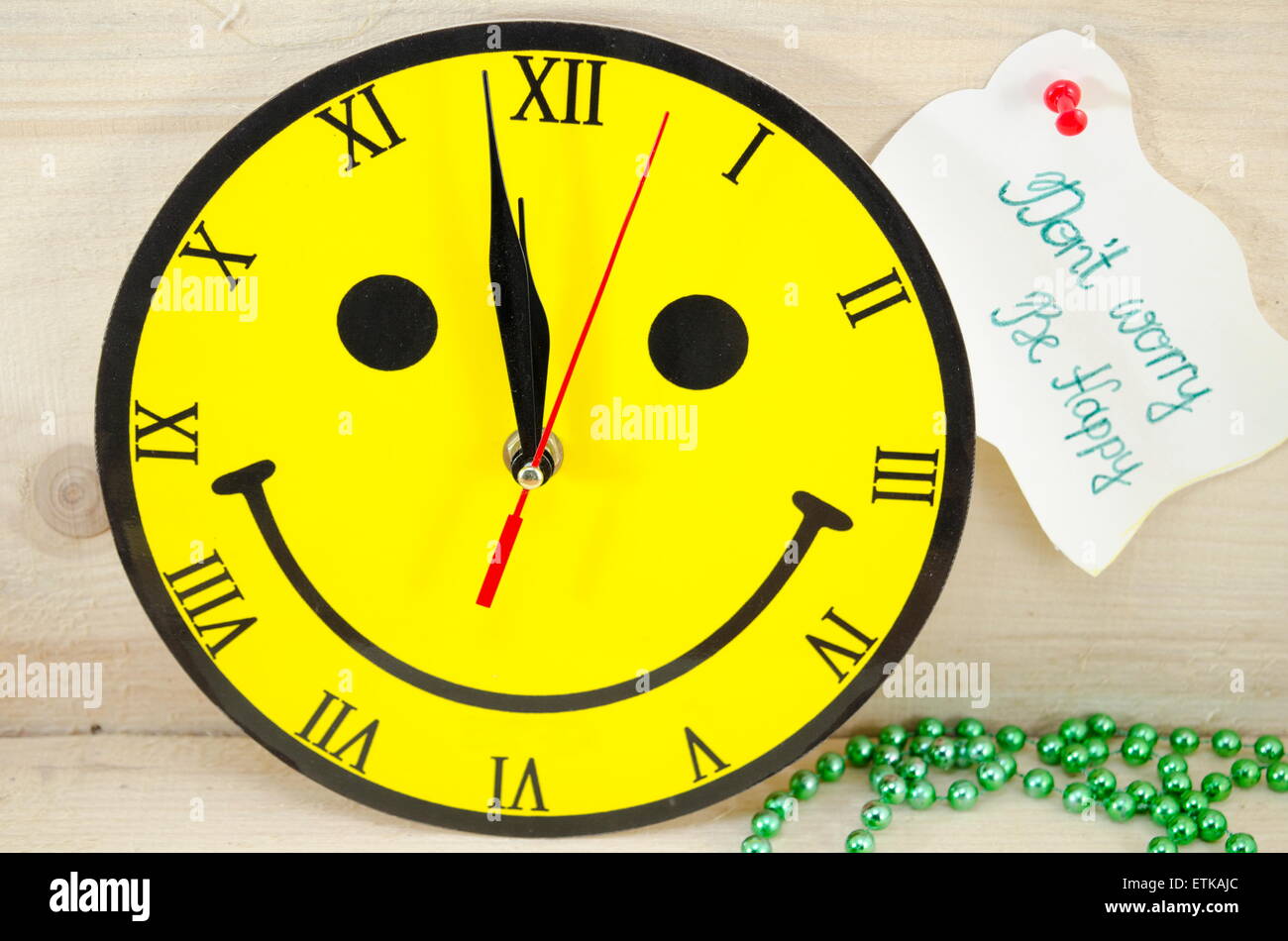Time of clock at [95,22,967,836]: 11:58
